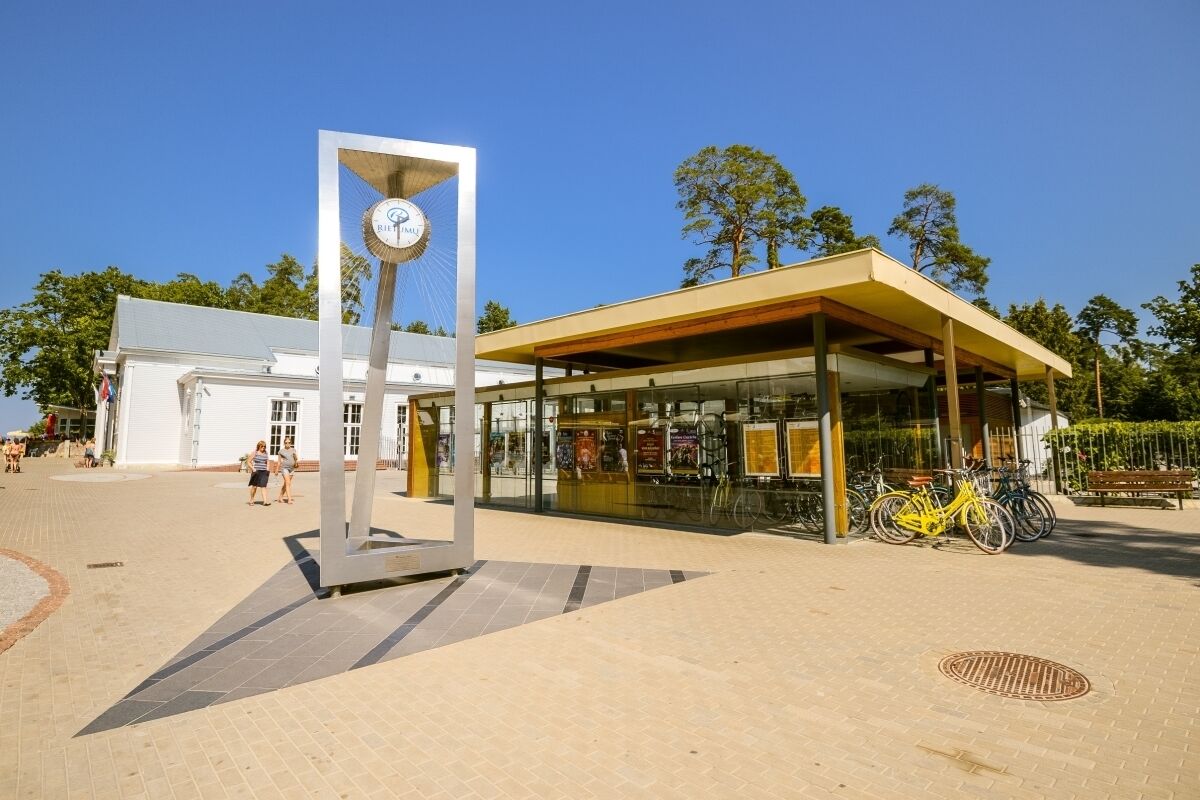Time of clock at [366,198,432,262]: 2:29
